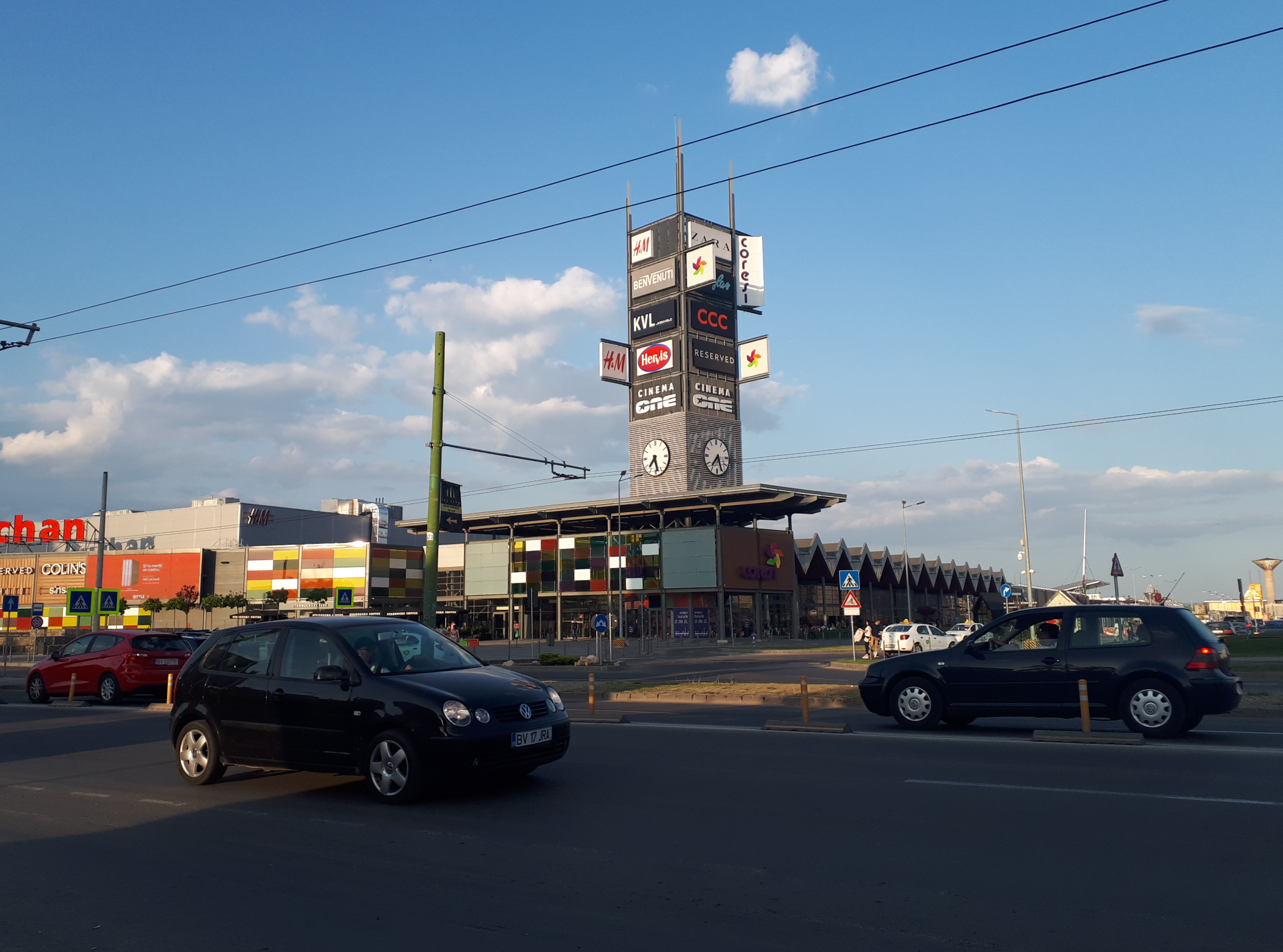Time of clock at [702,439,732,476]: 7:25
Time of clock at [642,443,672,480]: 7:28
